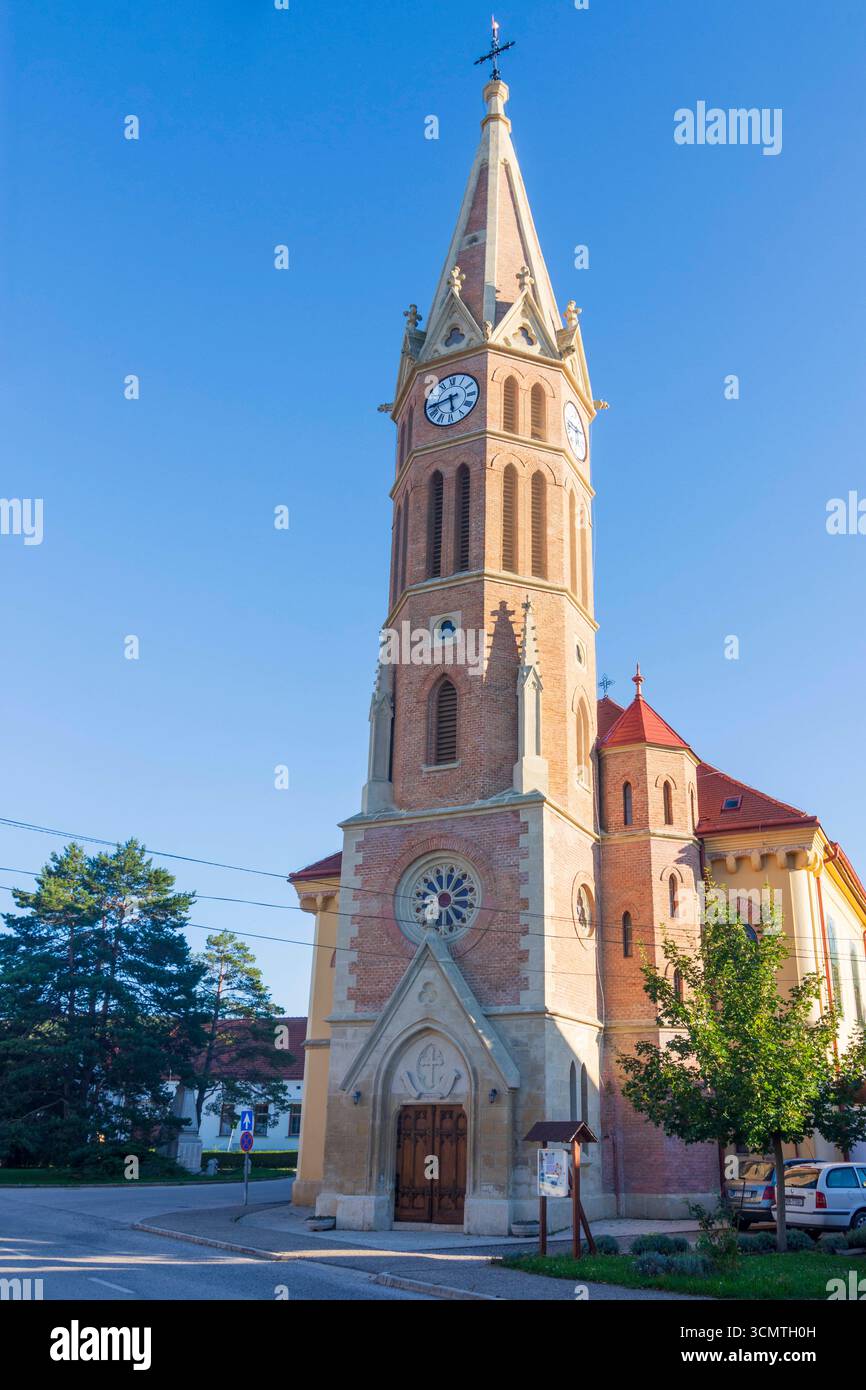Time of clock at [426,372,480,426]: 5:42
